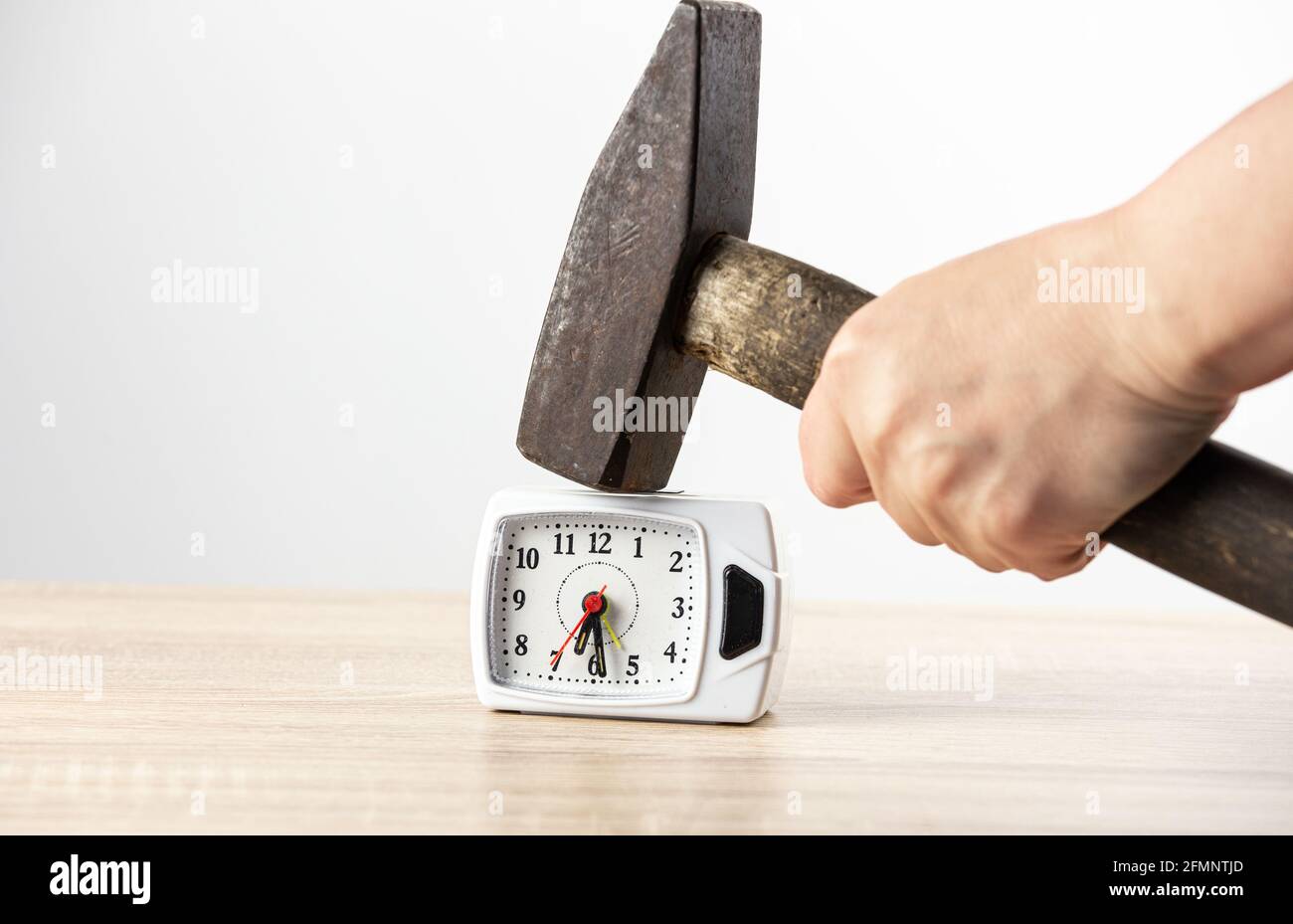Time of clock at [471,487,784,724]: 6:28
